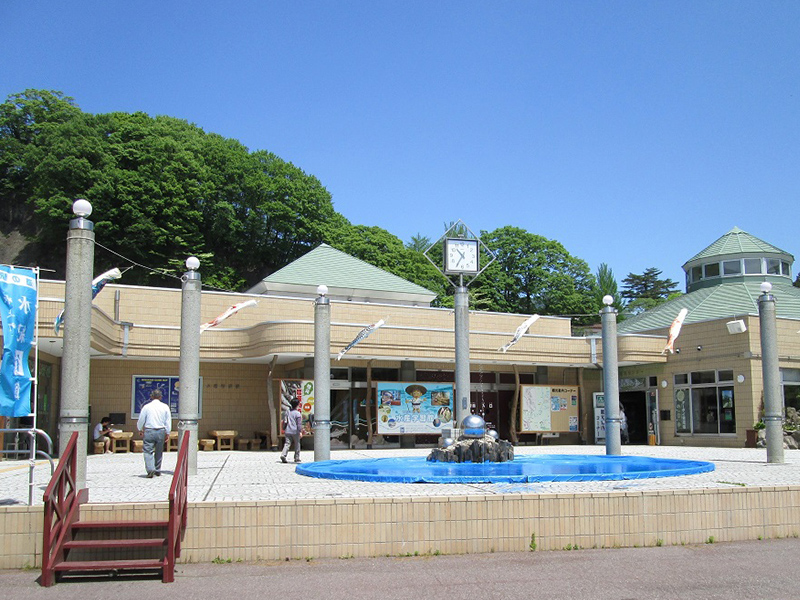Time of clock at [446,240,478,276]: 10:35
